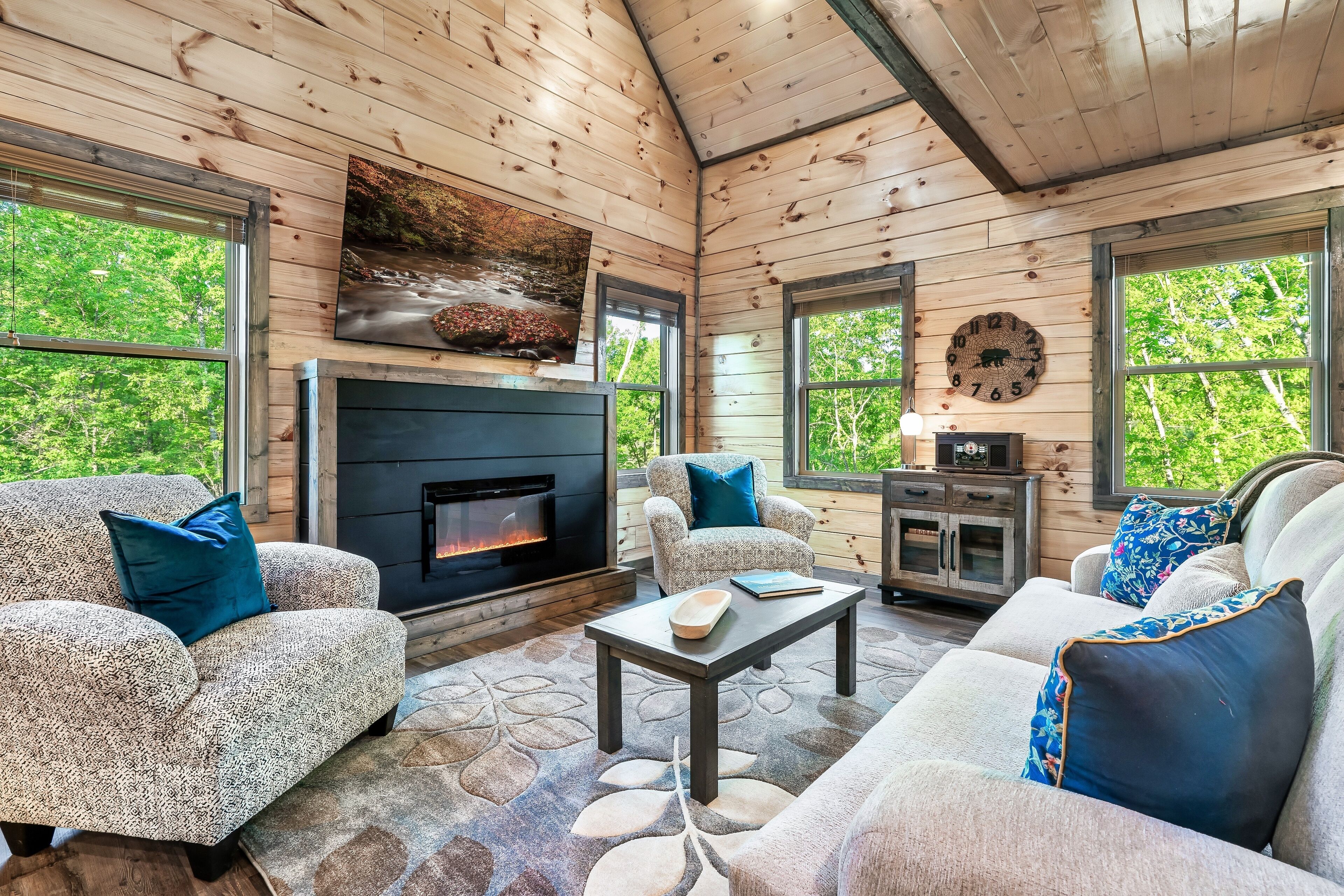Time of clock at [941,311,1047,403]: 8:16
